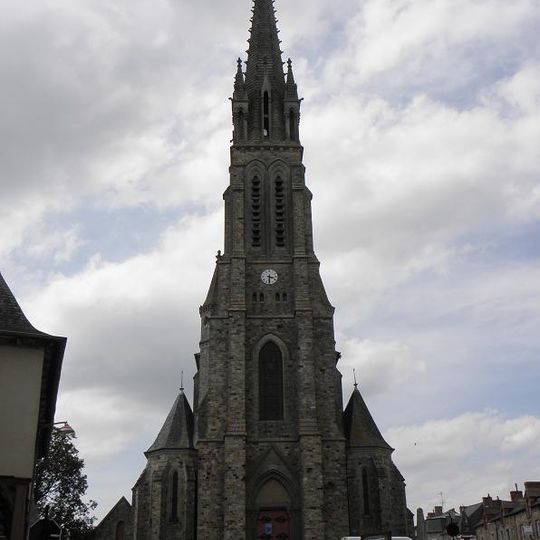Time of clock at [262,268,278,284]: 3:30
